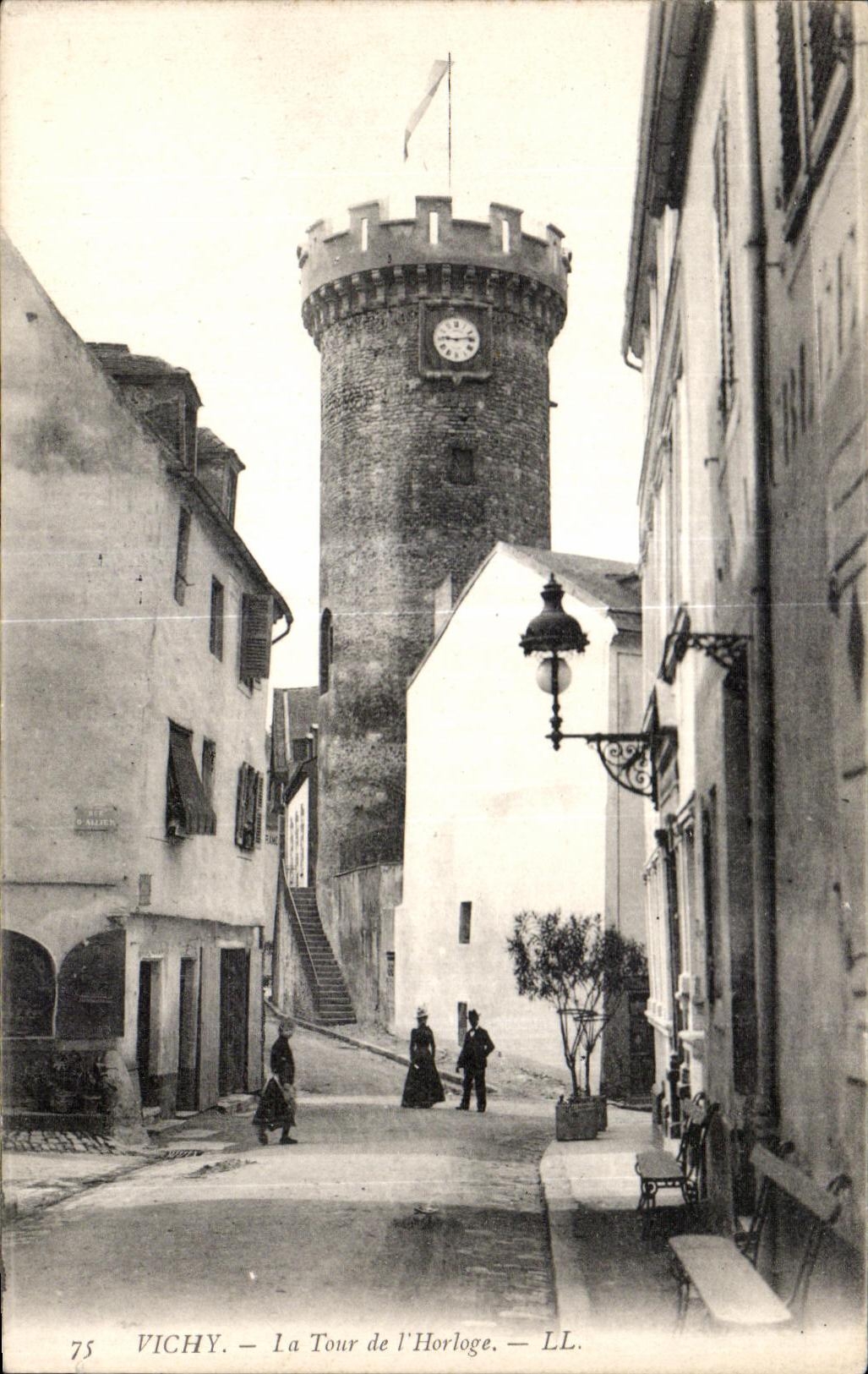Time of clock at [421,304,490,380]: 9:13
